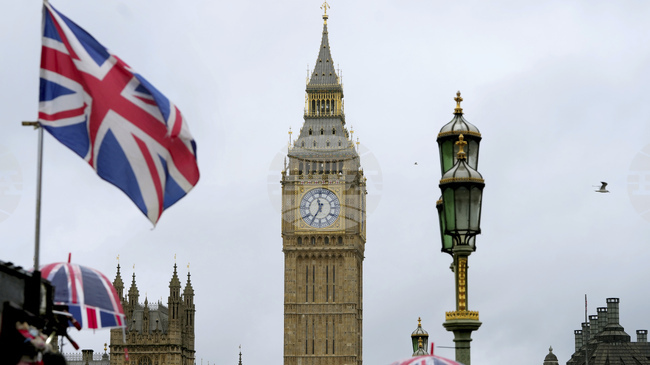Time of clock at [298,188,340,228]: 11:35
